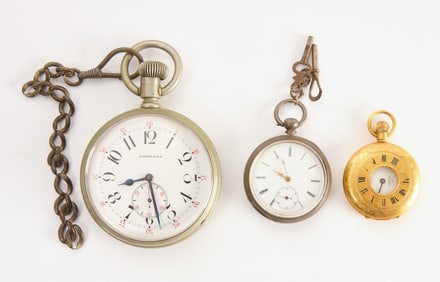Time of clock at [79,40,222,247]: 8:27
